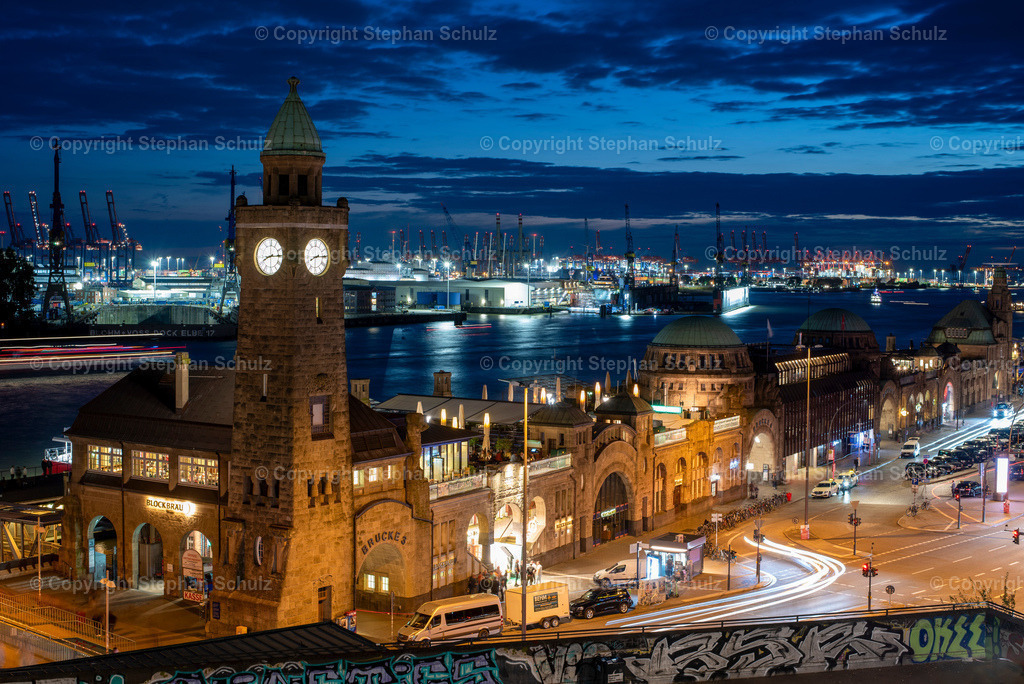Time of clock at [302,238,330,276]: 8:14
